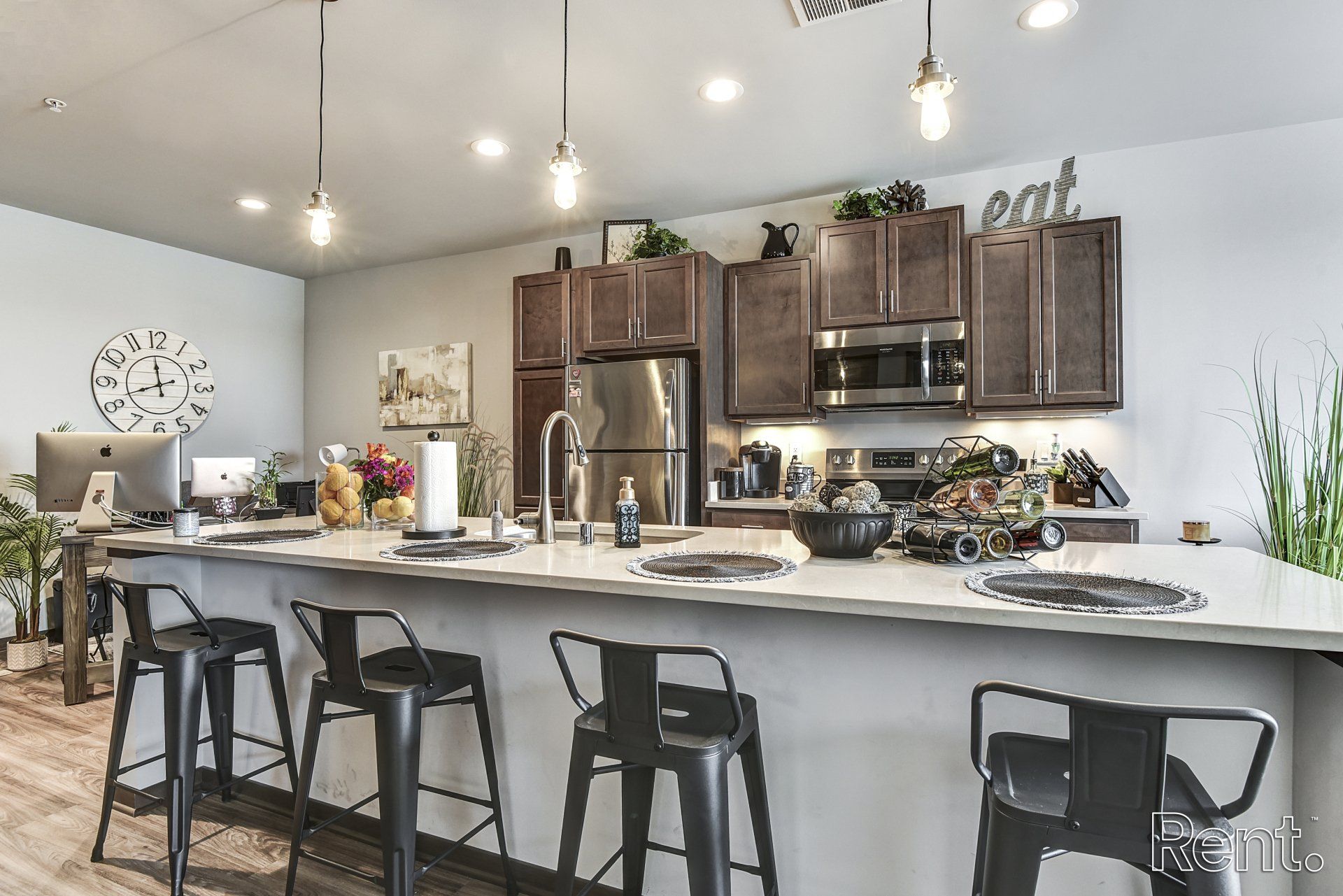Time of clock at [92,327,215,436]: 11:41
